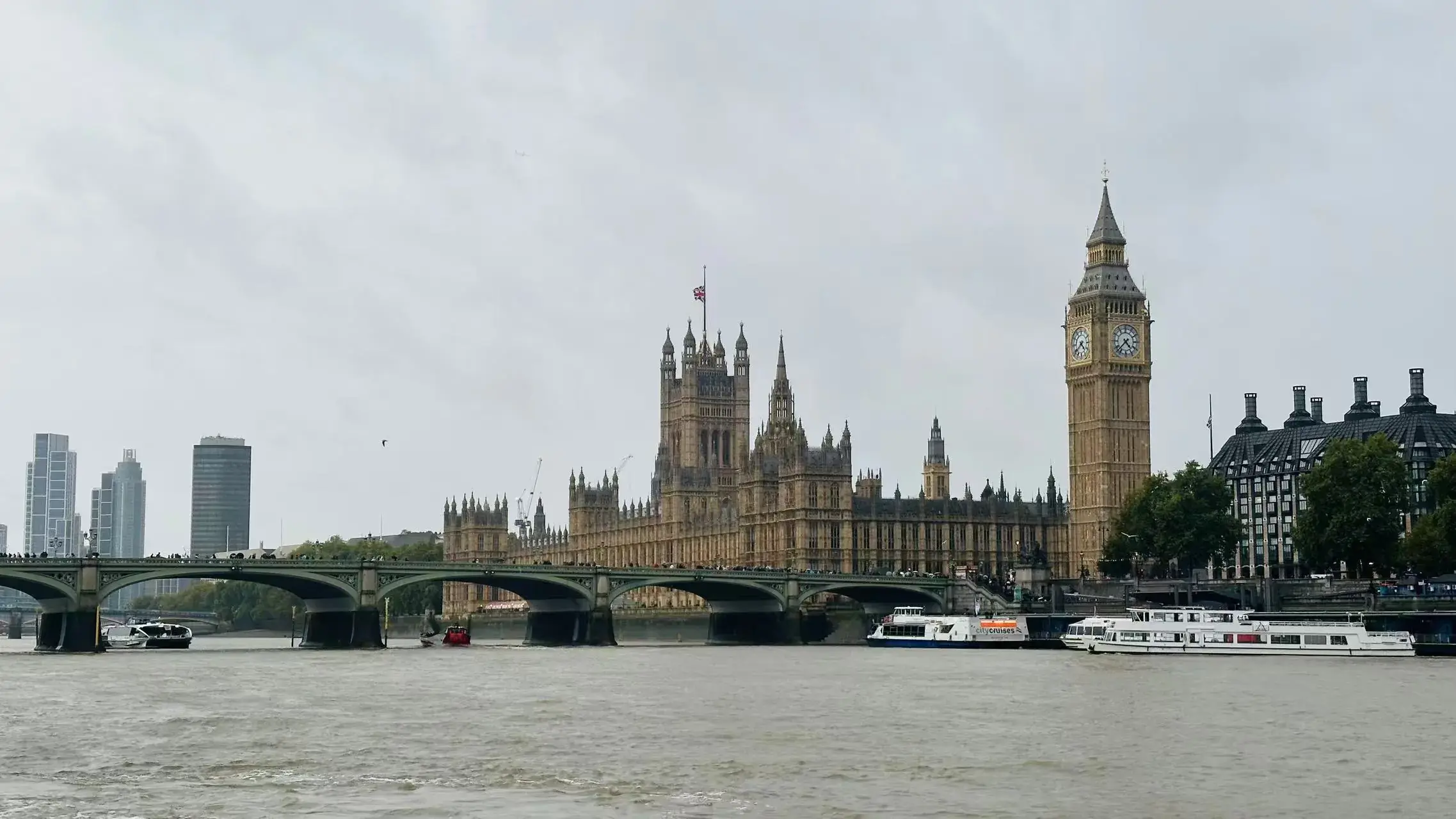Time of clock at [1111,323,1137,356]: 4:37
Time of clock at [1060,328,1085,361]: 4:39
